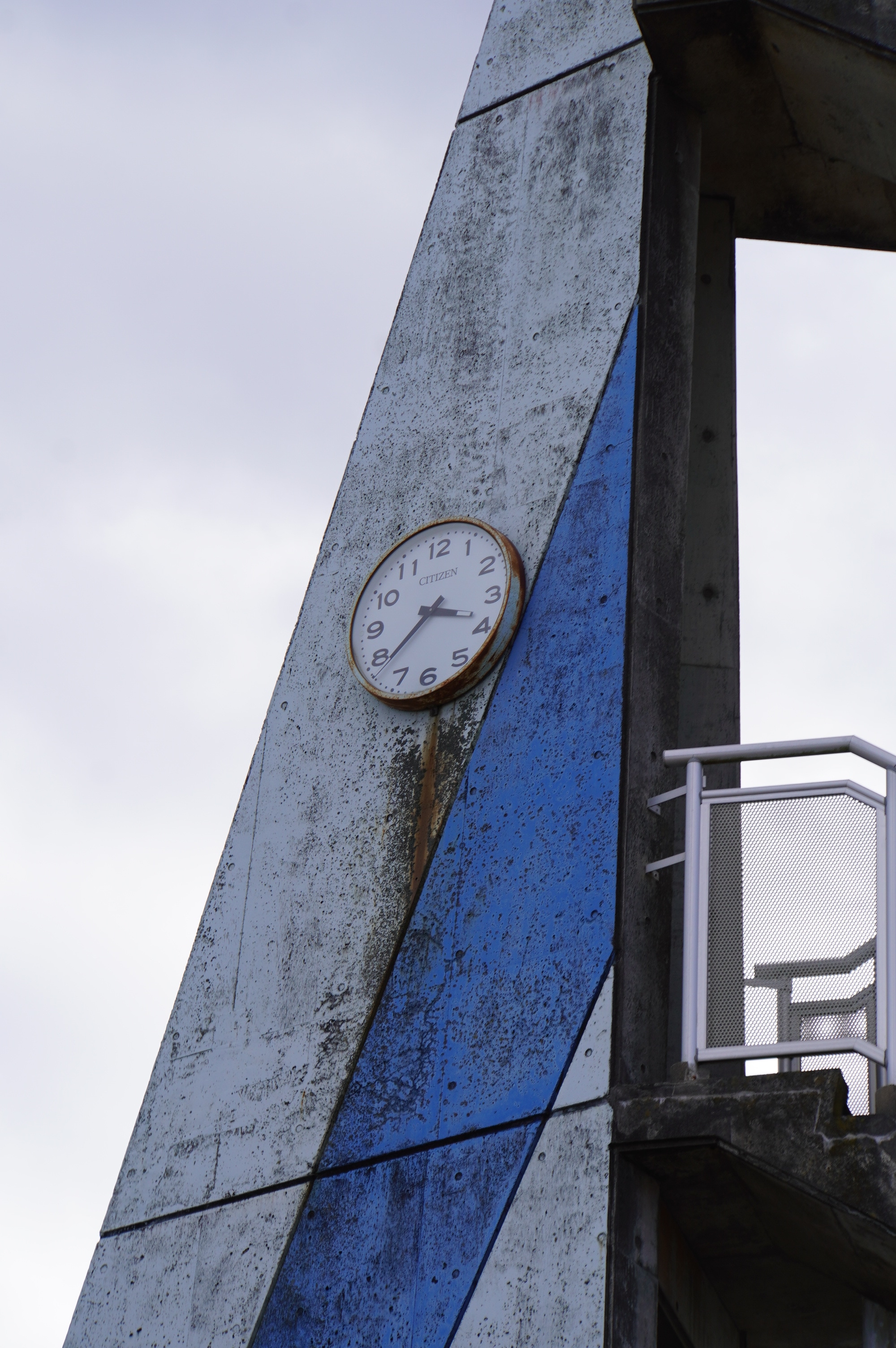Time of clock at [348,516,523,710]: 3:38
